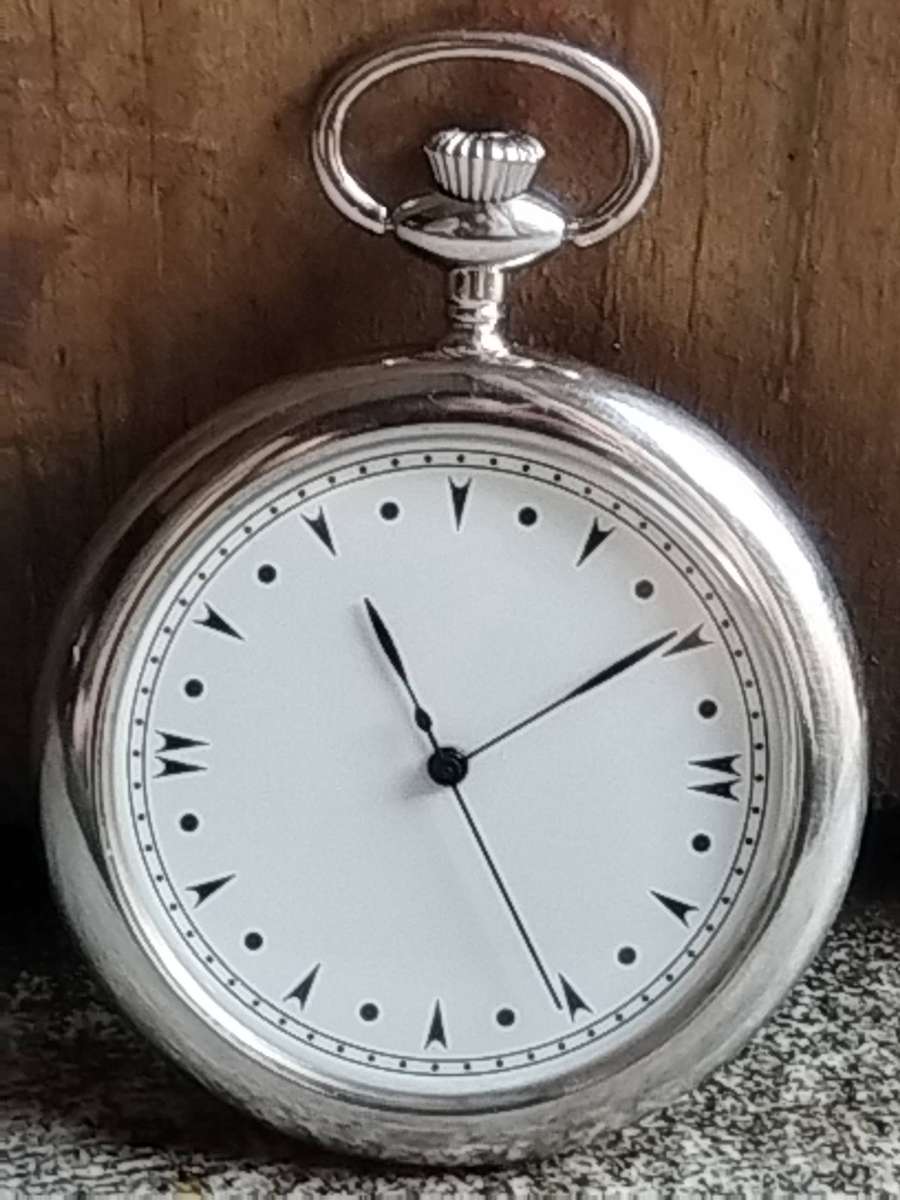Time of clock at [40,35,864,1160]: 11:09
